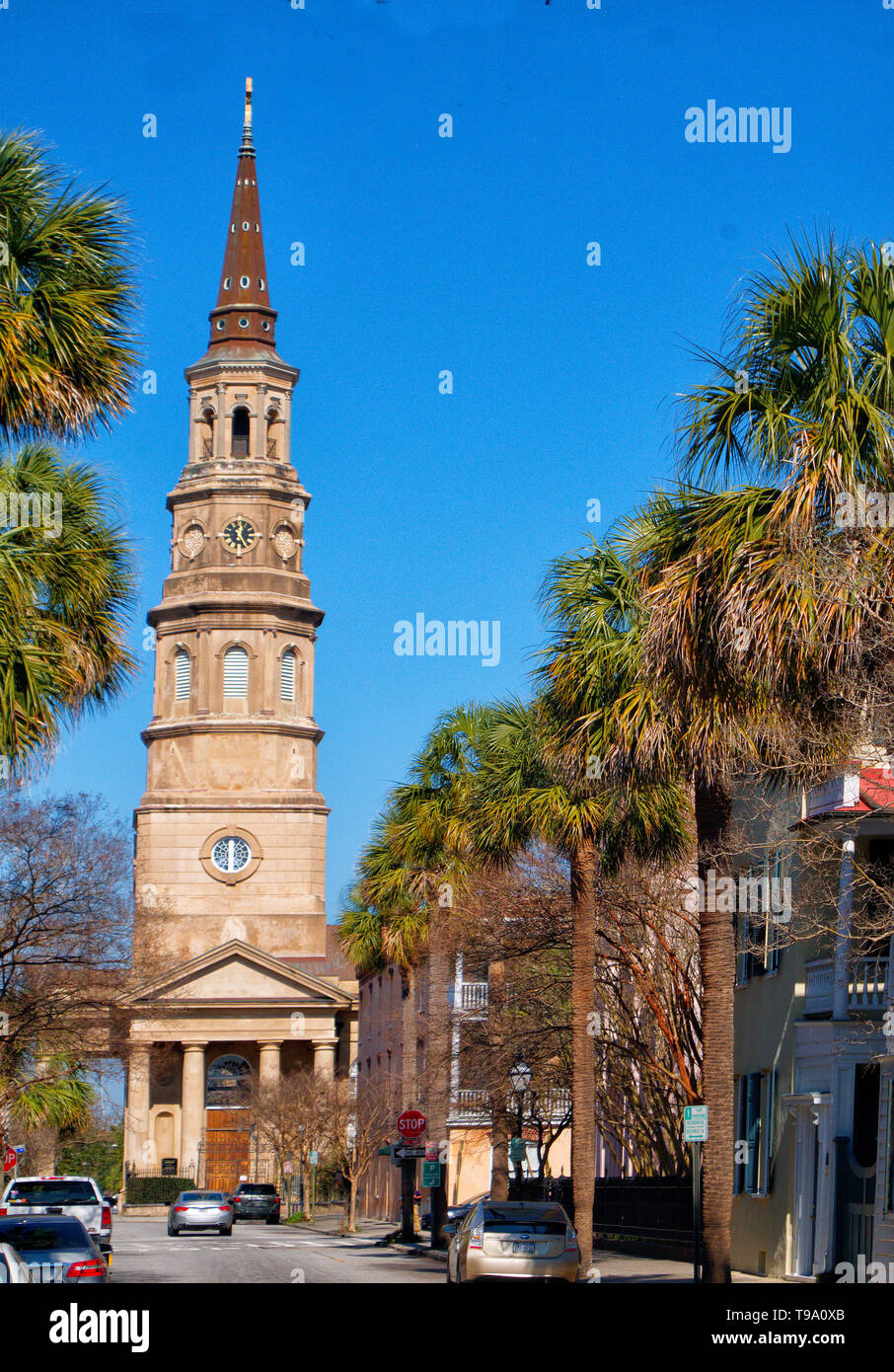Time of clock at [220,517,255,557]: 12:24
